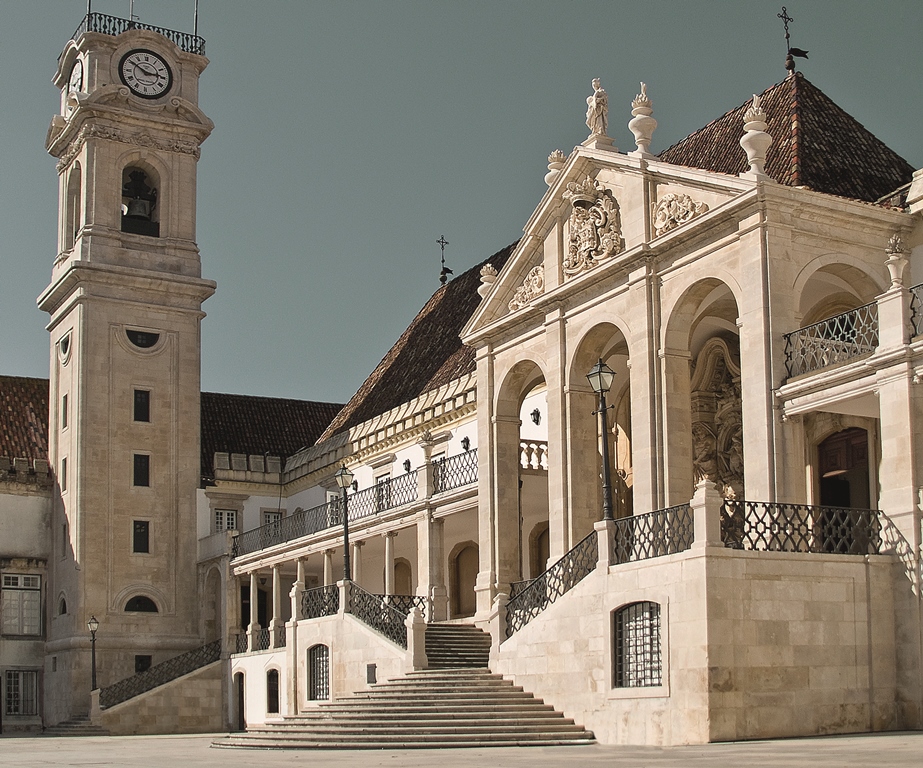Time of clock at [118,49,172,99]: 2:50
